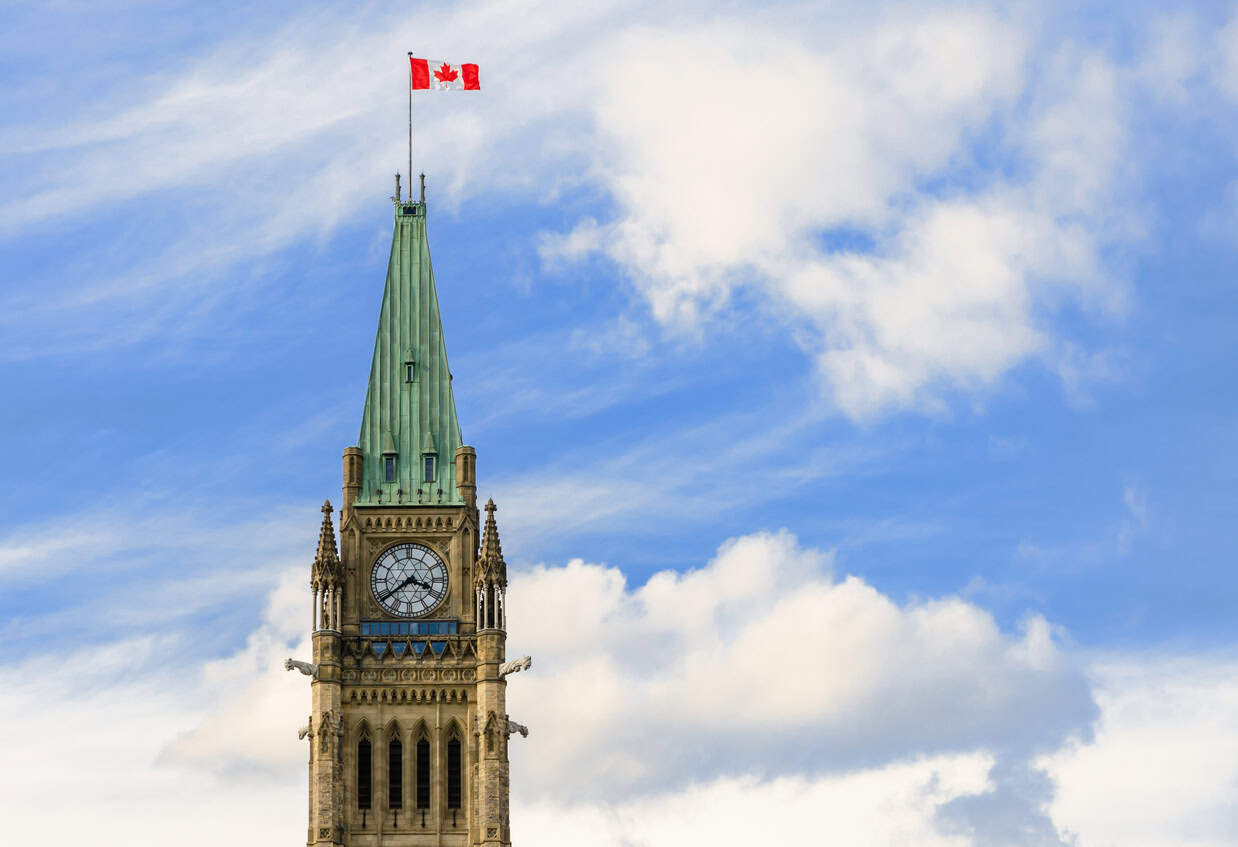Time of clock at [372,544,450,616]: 3:39
